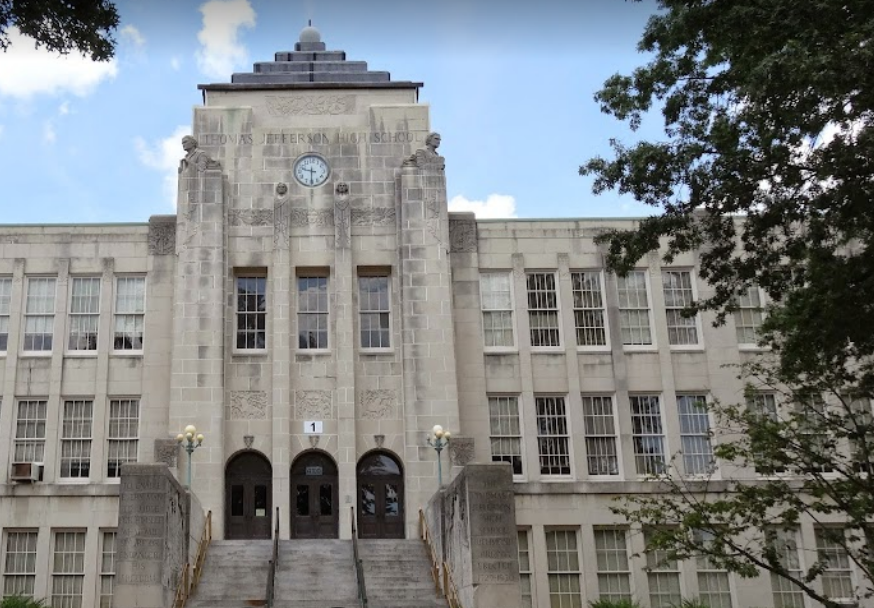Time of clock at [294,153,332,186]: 9:30
